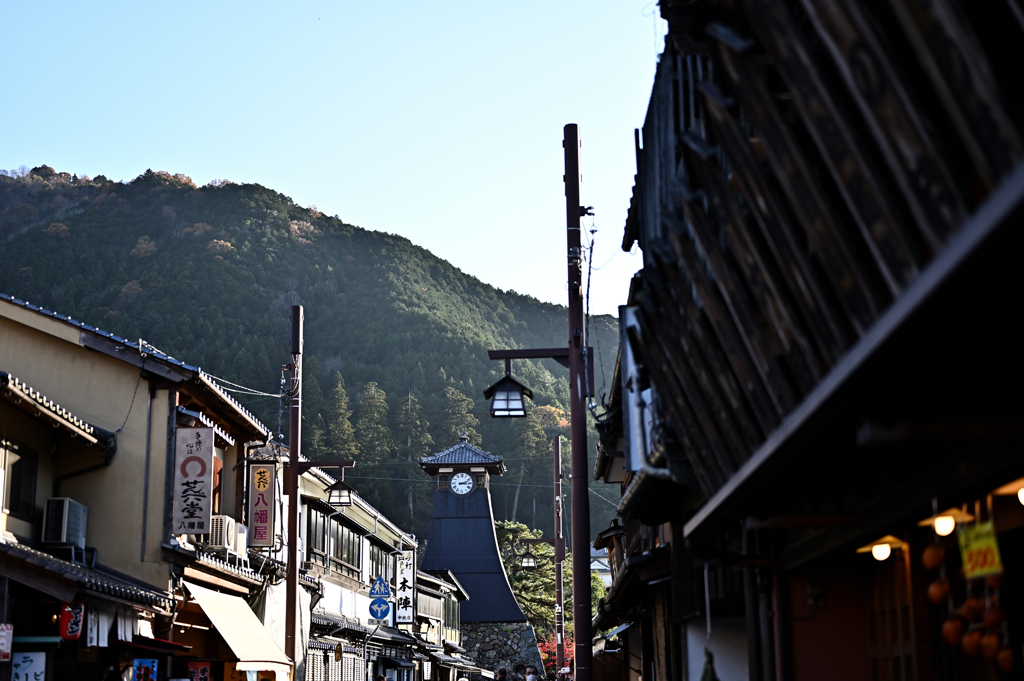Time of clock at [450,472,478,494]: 3:11
